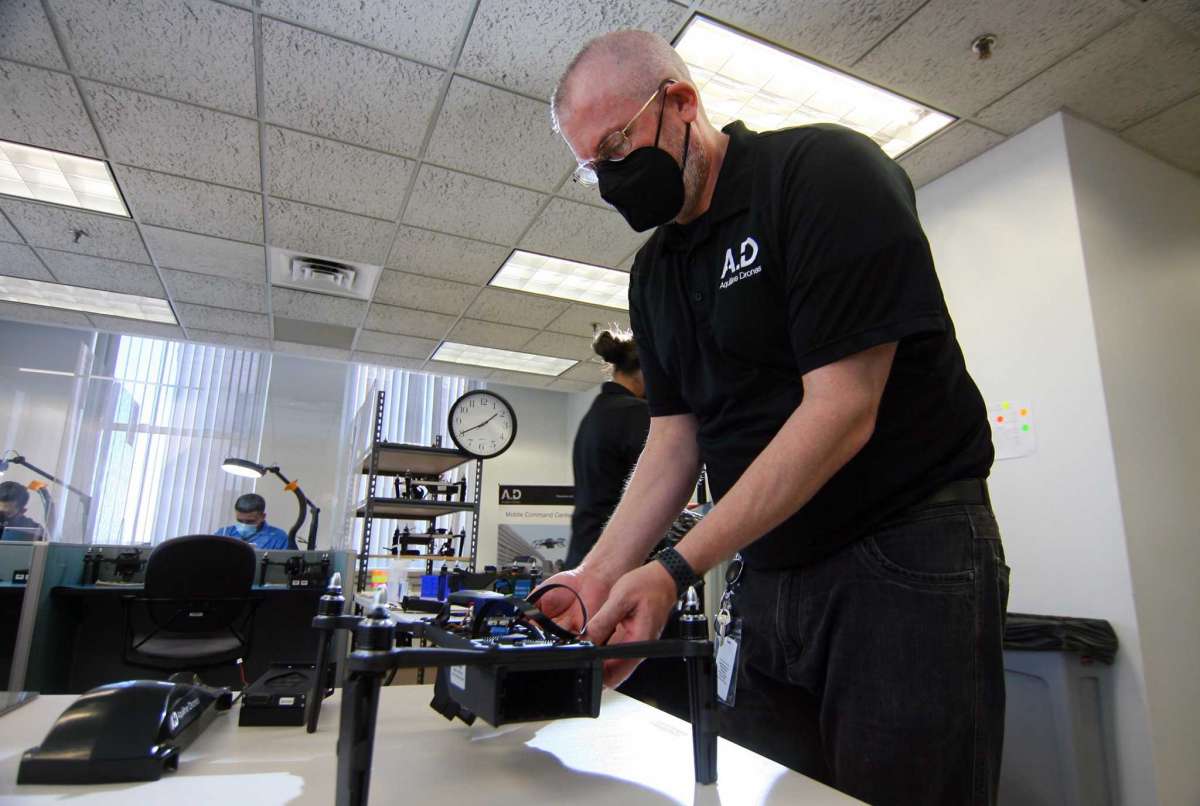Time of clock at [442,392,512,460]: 1:40
